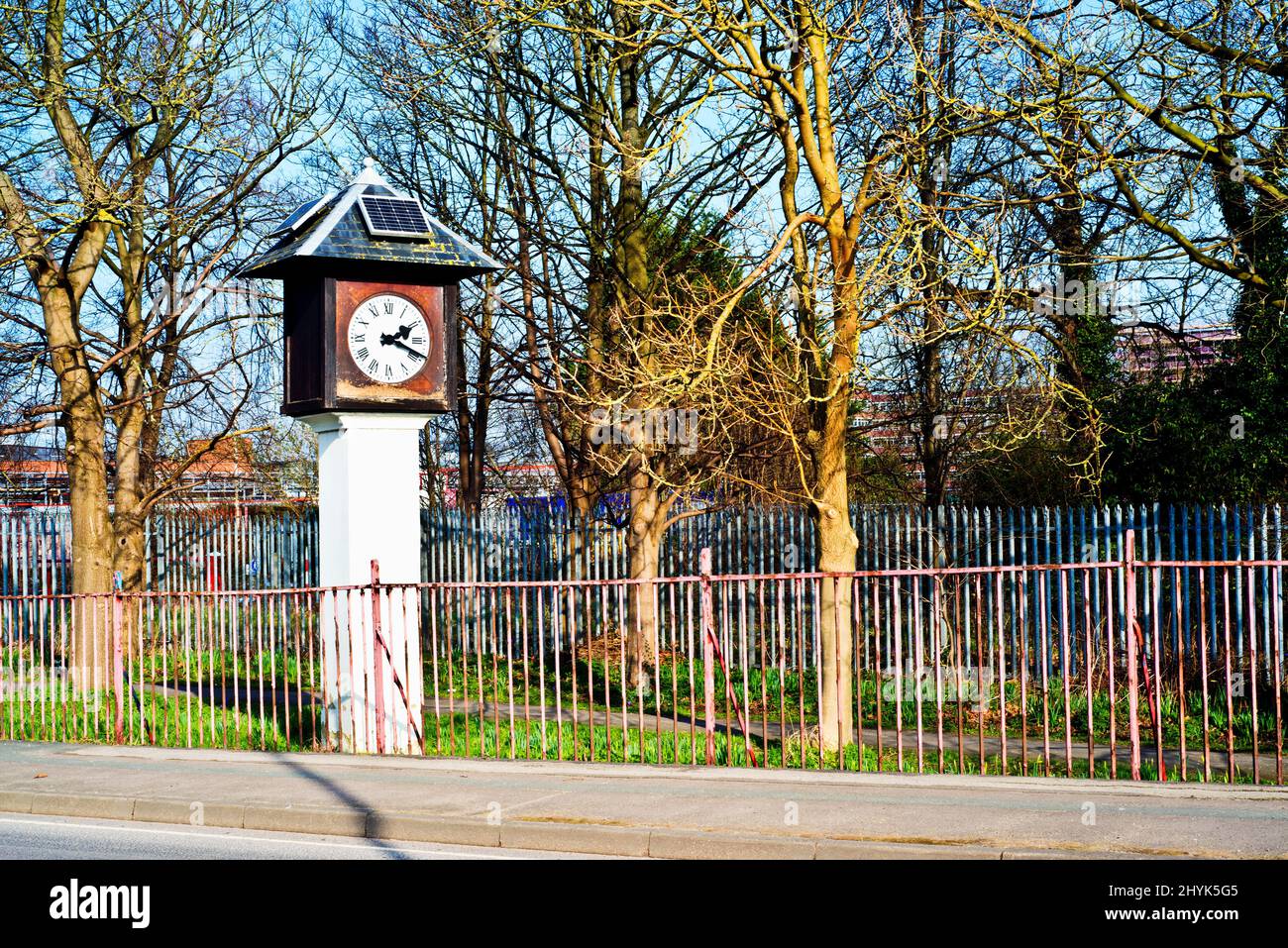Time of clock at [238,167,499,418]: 2:18
